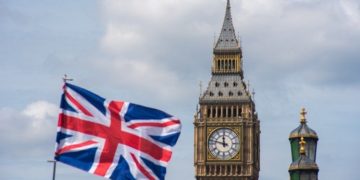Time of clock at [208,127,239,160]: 11:47
